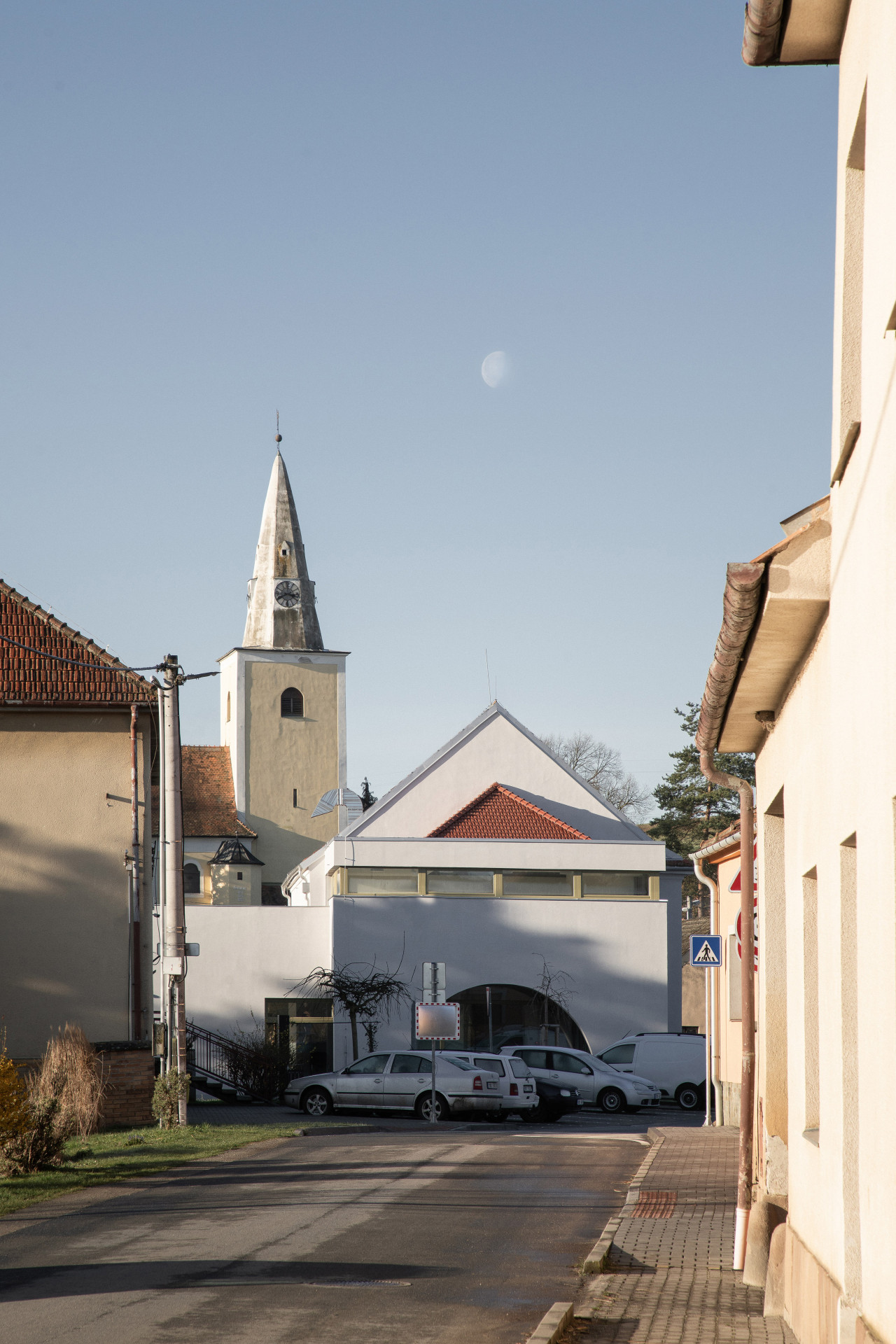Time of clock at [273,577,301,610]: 3:40
